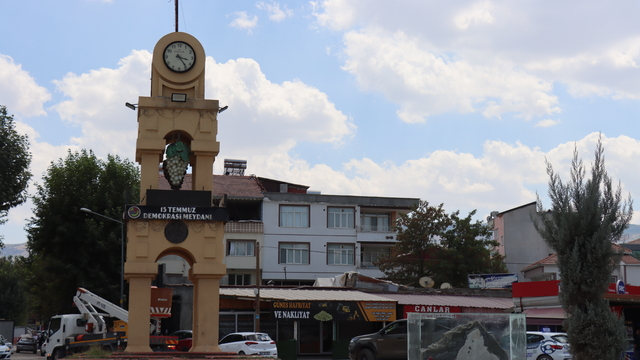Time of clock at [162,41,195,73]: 3:23
